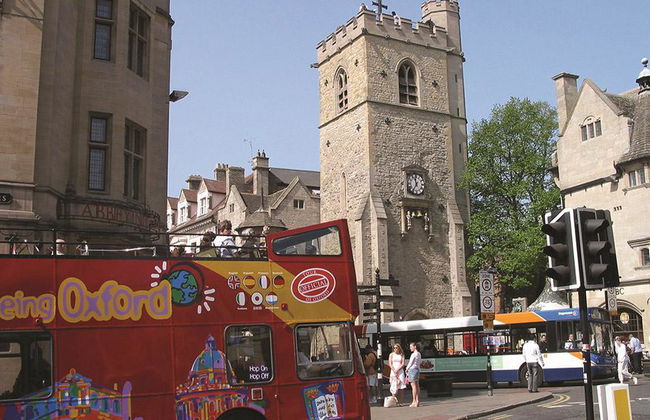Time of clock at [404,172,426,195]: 11:35
